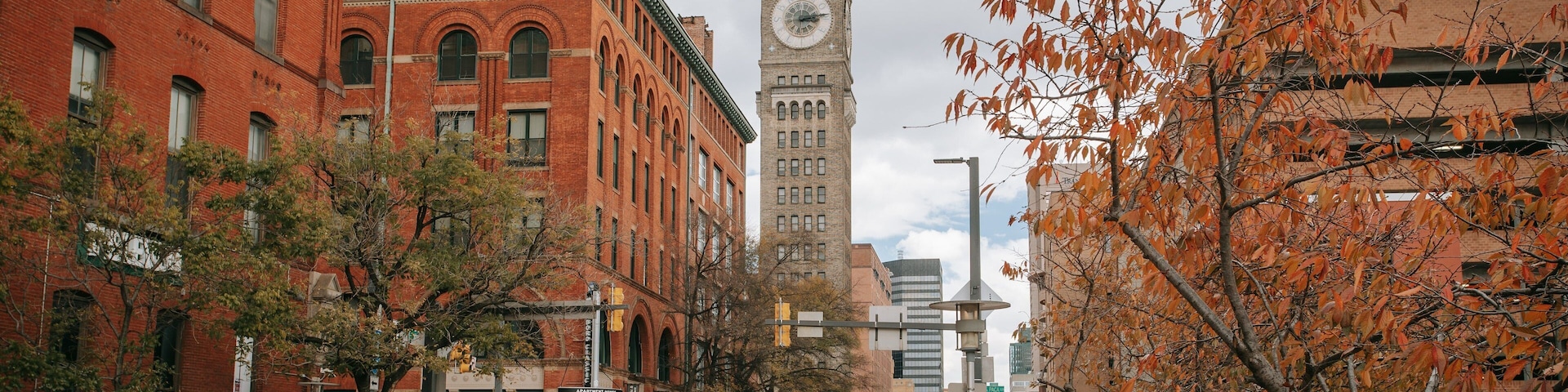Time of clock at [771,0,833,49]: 3:13
